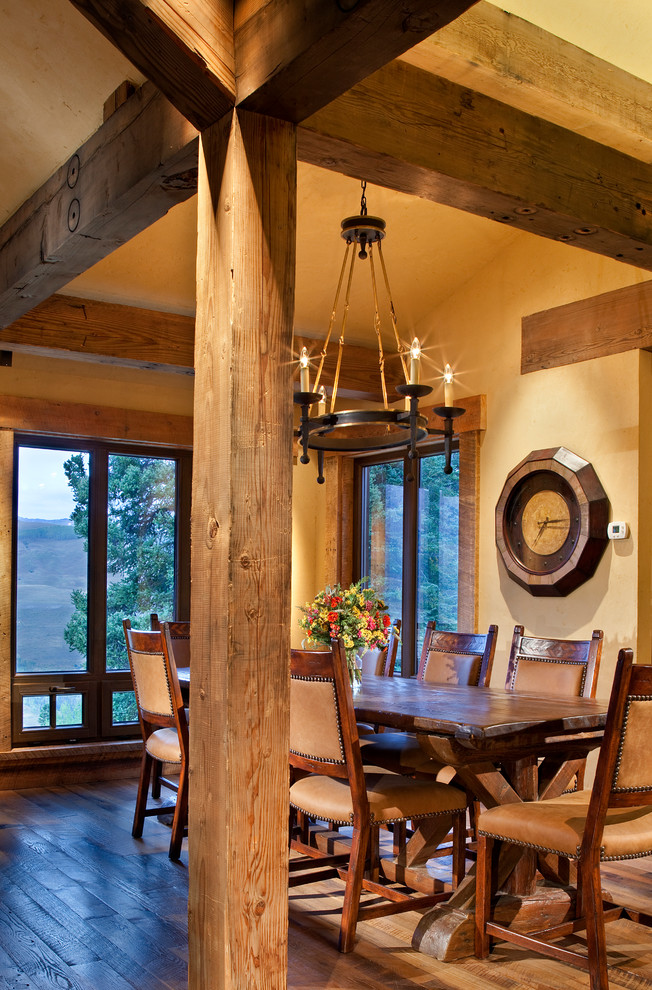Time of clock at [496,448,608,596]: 7:15
